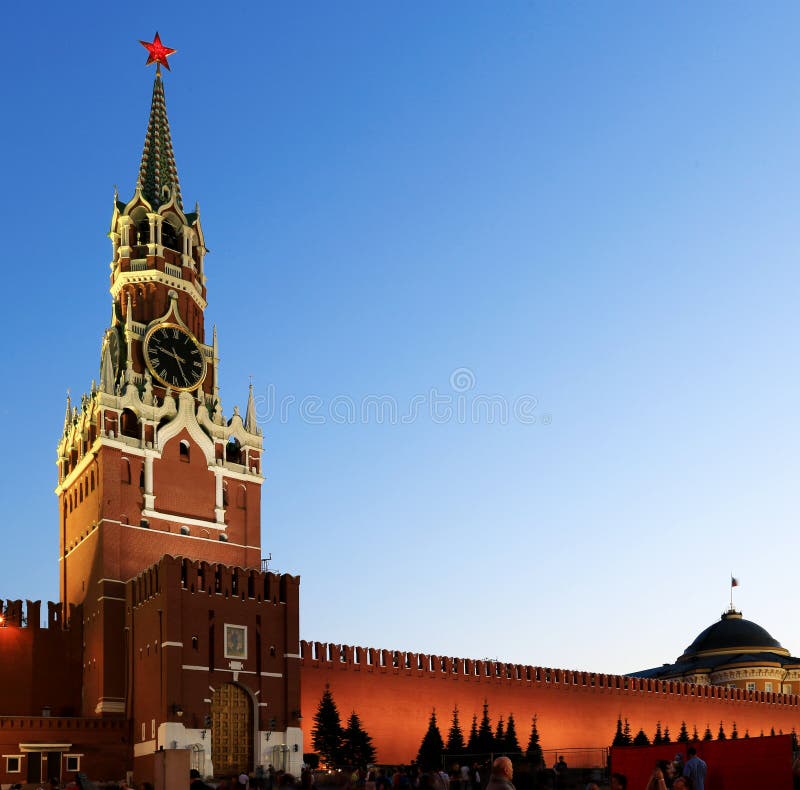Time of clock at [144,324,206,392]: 9:25
